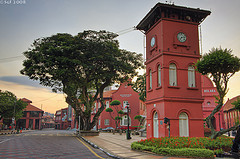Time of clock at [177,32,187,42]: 7:13
